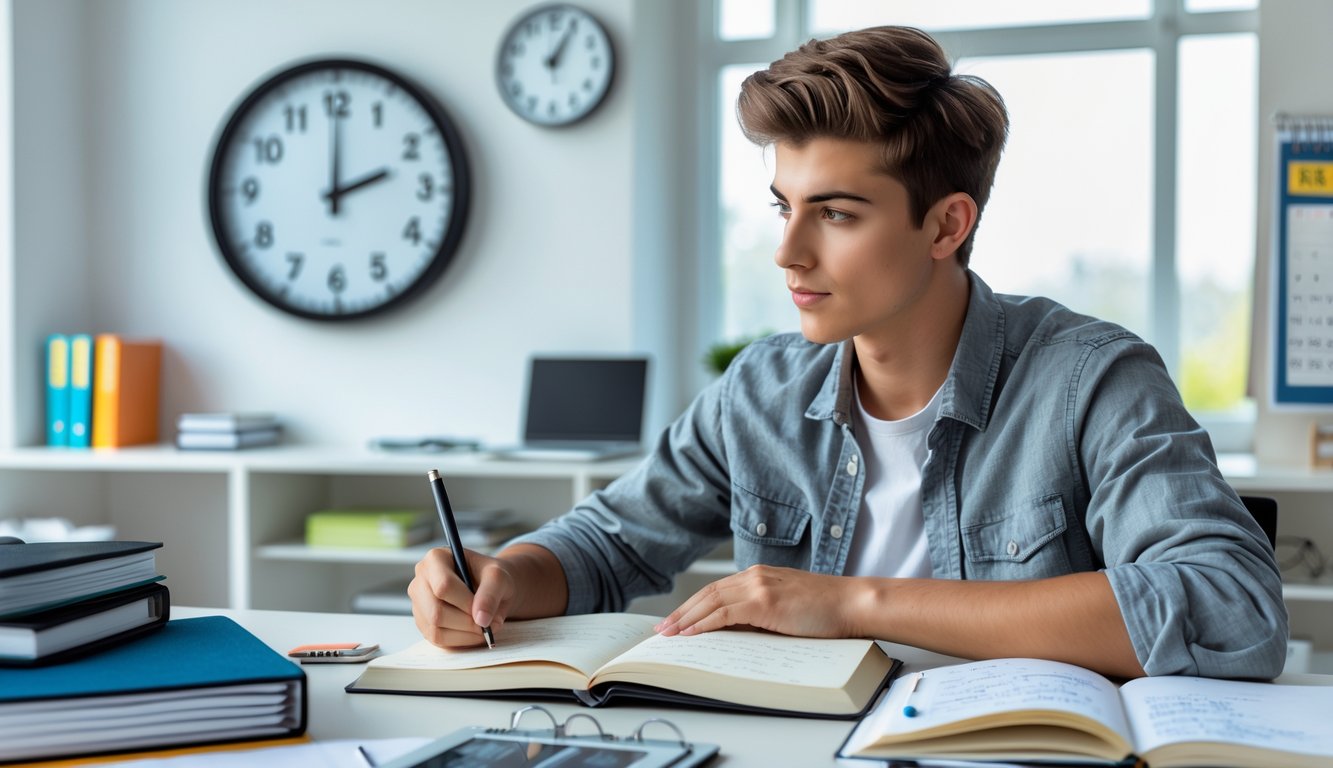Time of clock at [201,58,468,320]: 2:00
